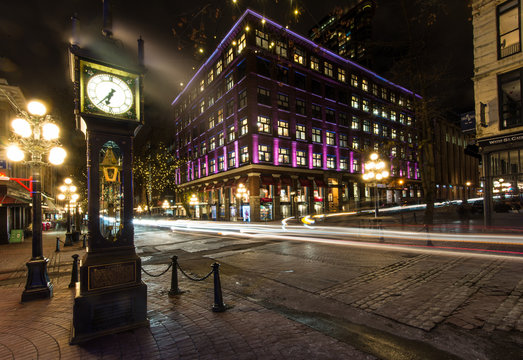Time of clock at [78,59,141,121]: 6:36
